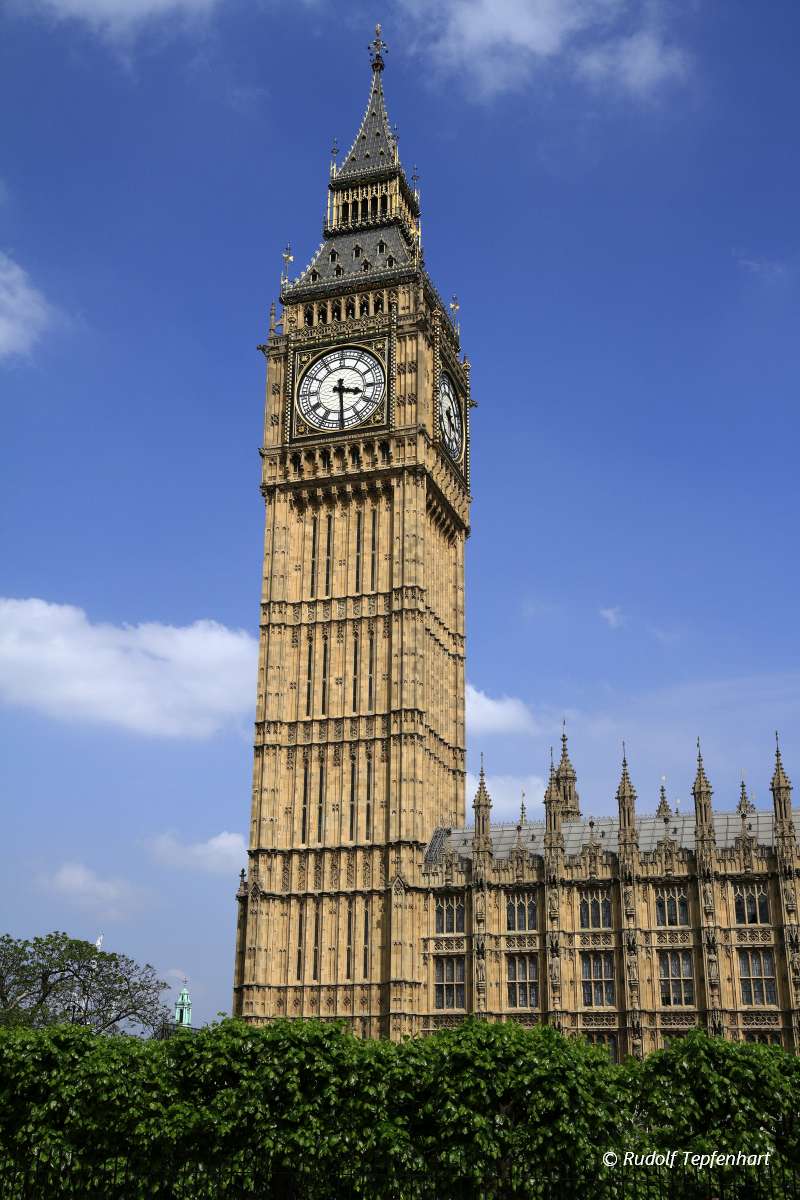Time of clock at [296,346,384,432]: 3:29
